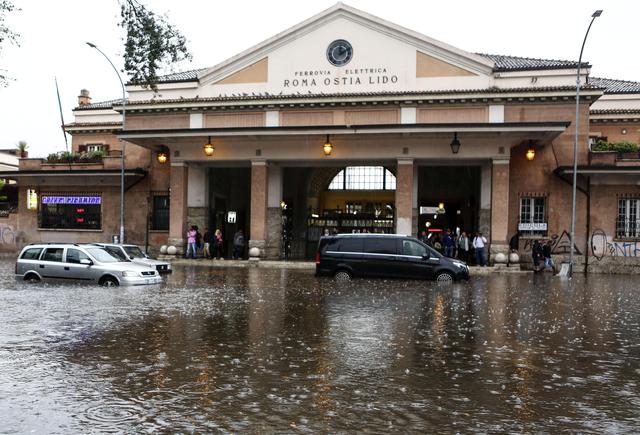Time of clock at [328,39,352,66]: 12:10
